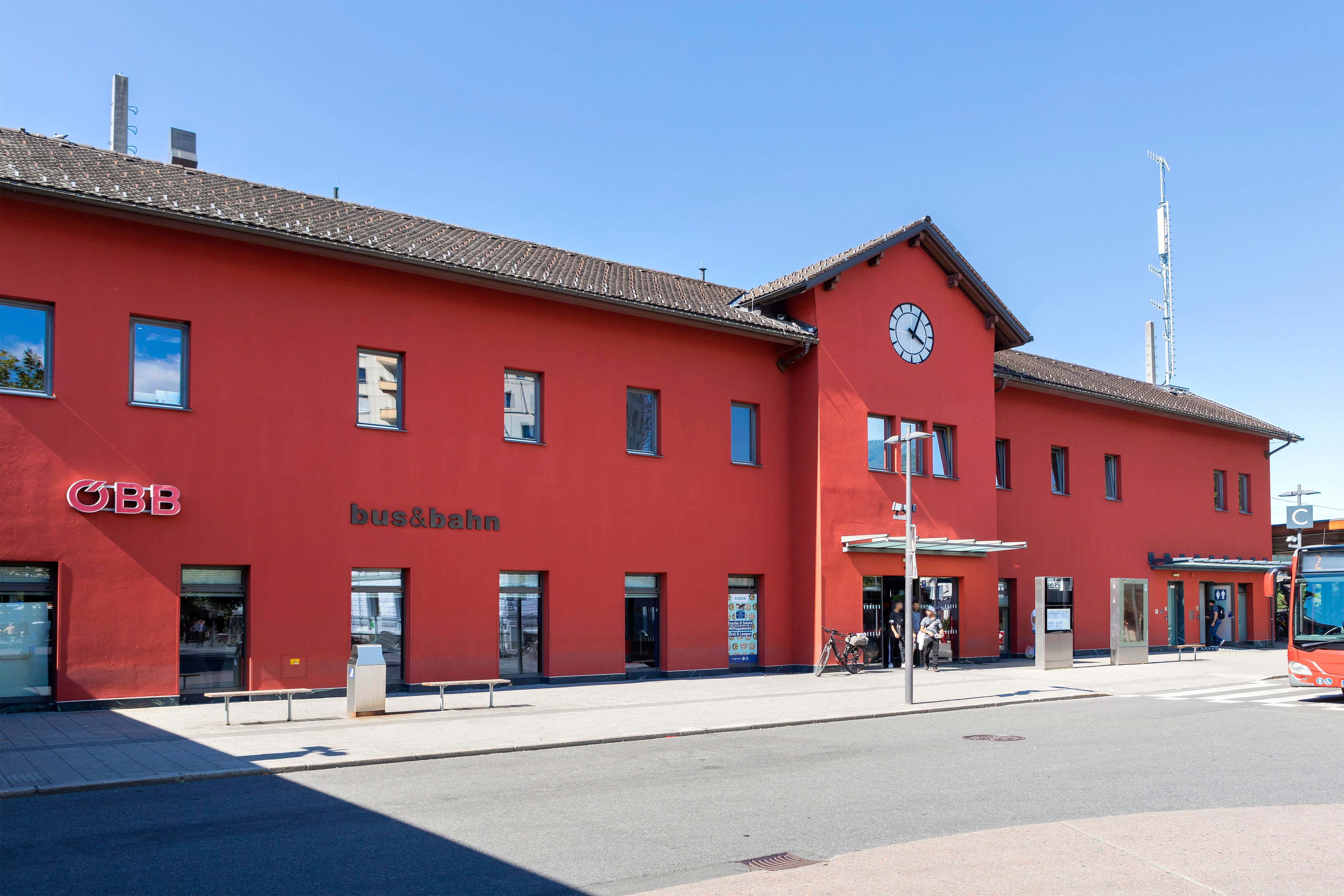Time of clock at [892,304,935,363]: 4:04
